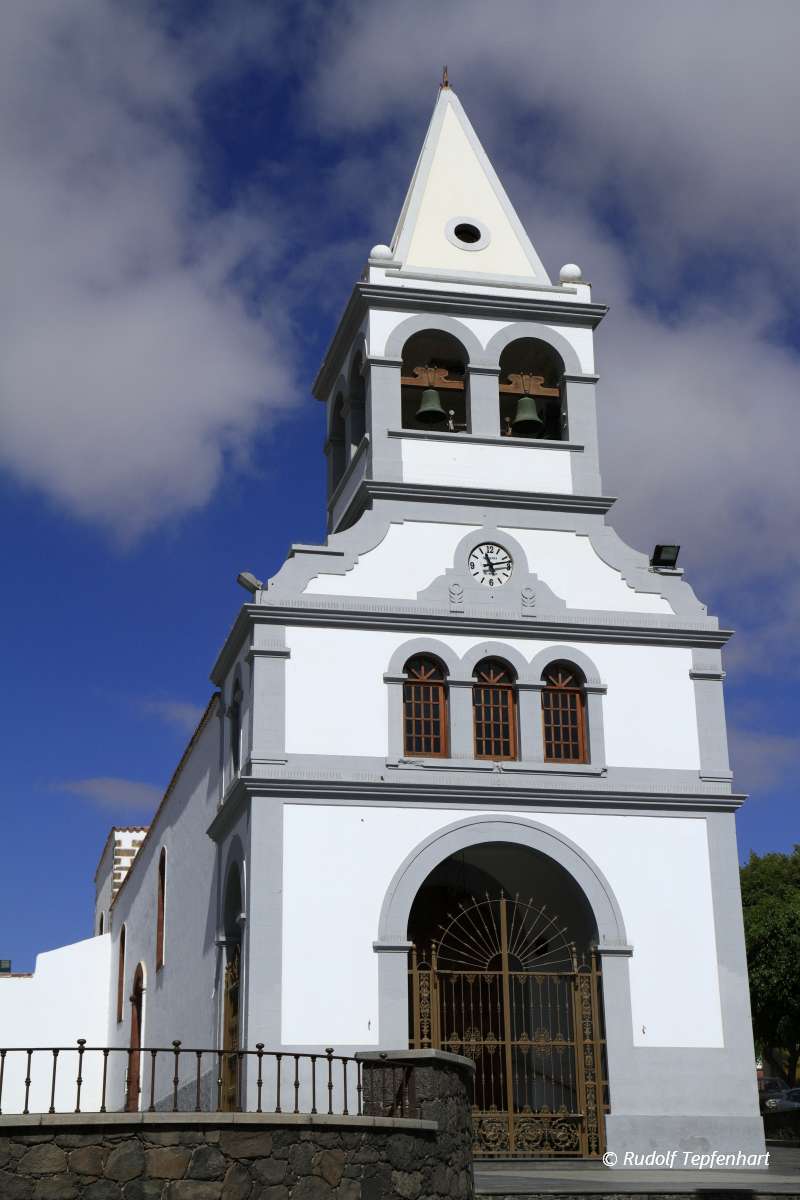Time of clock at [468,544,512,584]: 11:12
